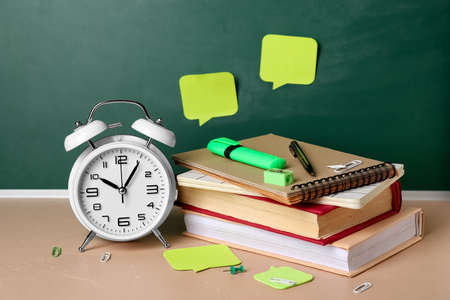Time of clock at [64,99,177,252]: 10:05
